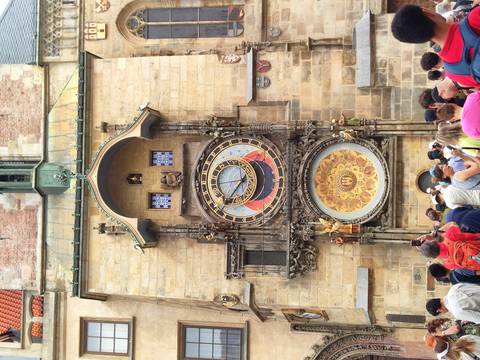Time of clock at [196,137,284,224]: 1:36
